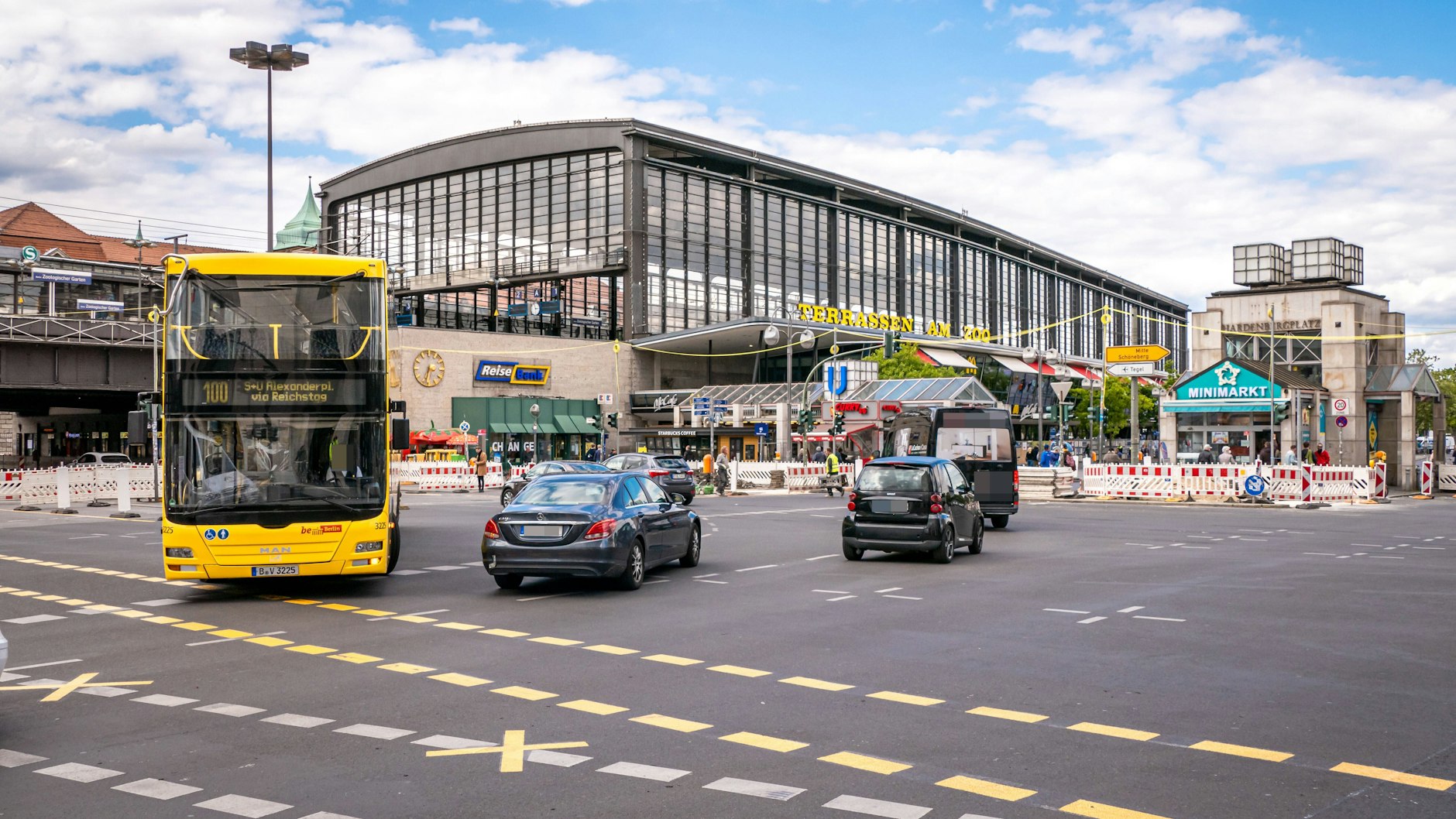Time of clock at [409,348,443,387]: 3:32
